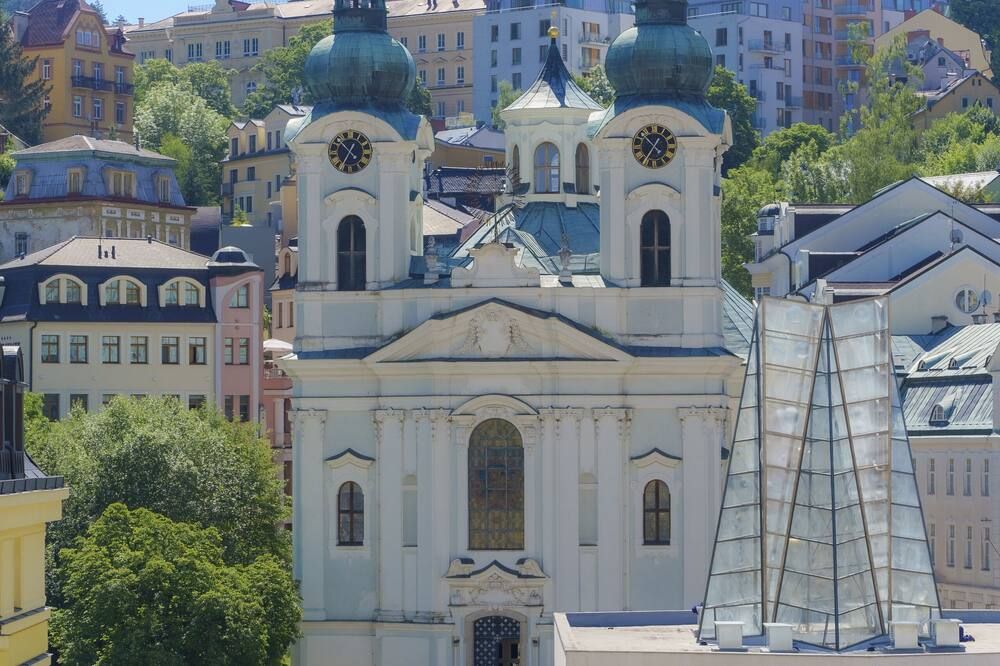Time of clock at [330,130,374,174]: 12:34
